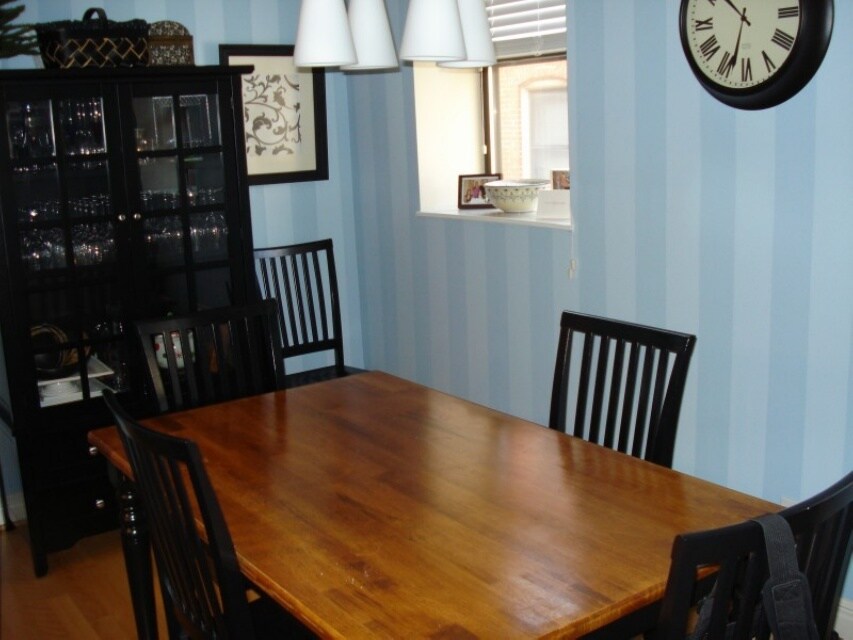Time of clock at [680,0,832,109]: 10:32
